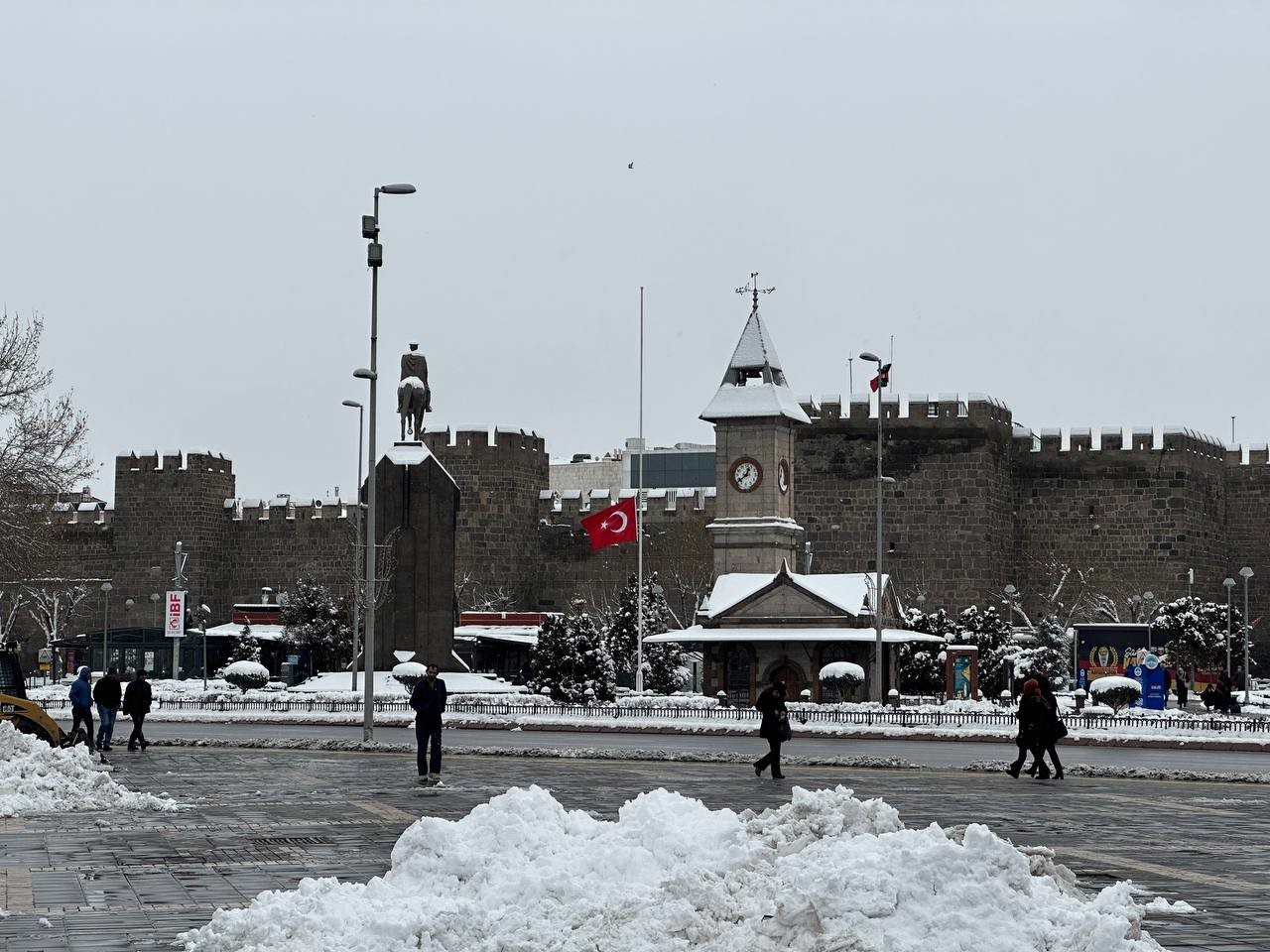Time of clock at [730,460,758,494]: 12:38
